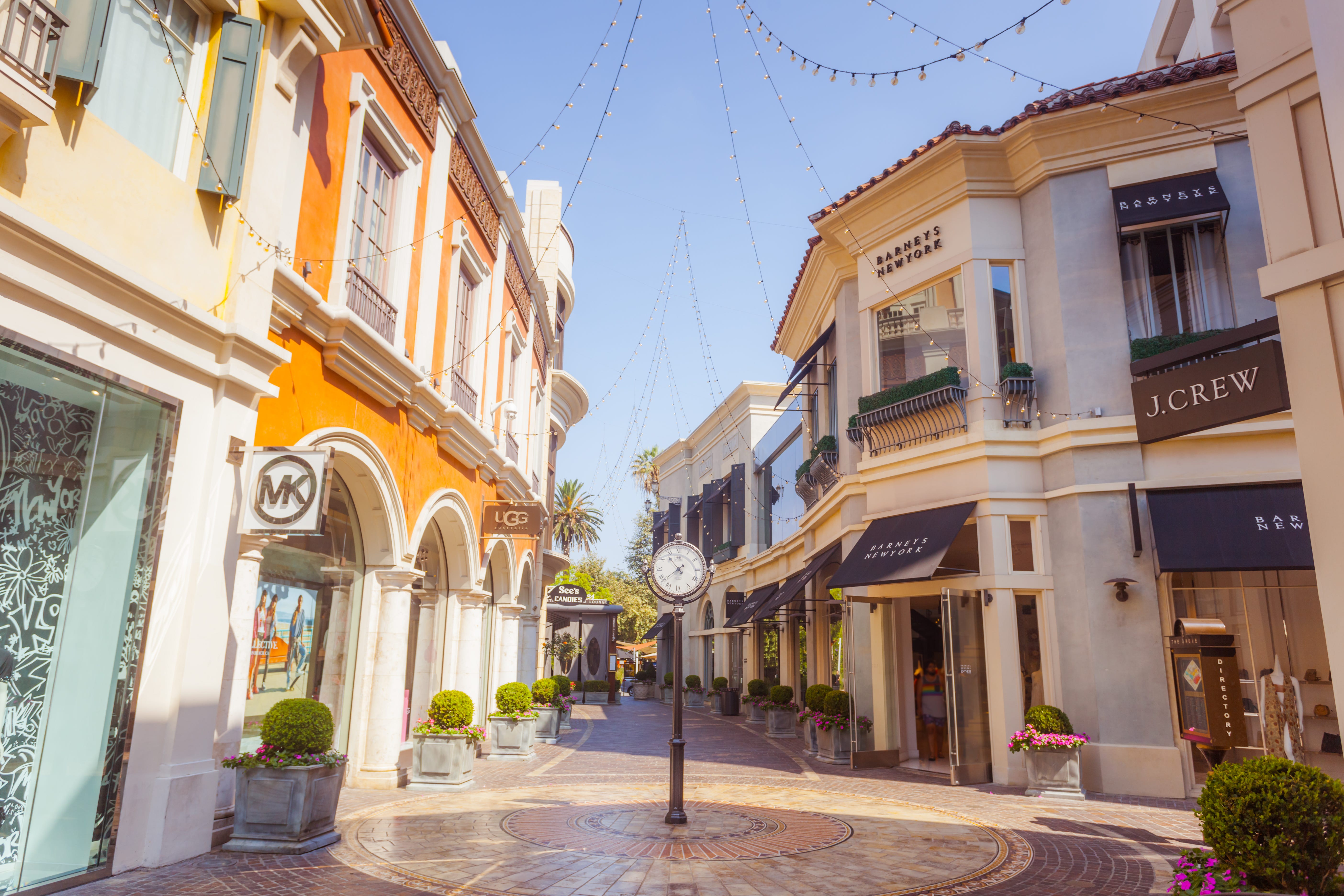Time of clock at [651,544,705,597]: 10:38
